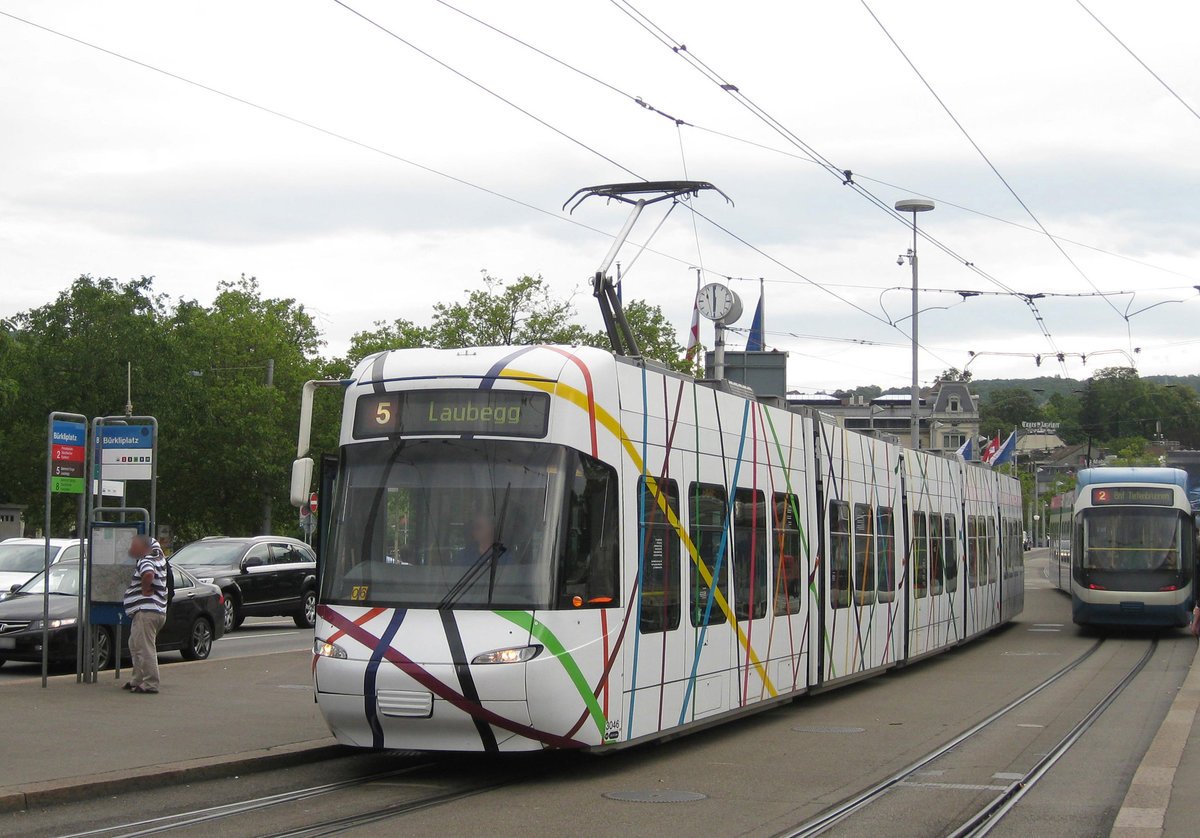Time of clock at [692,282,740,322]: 5:59
